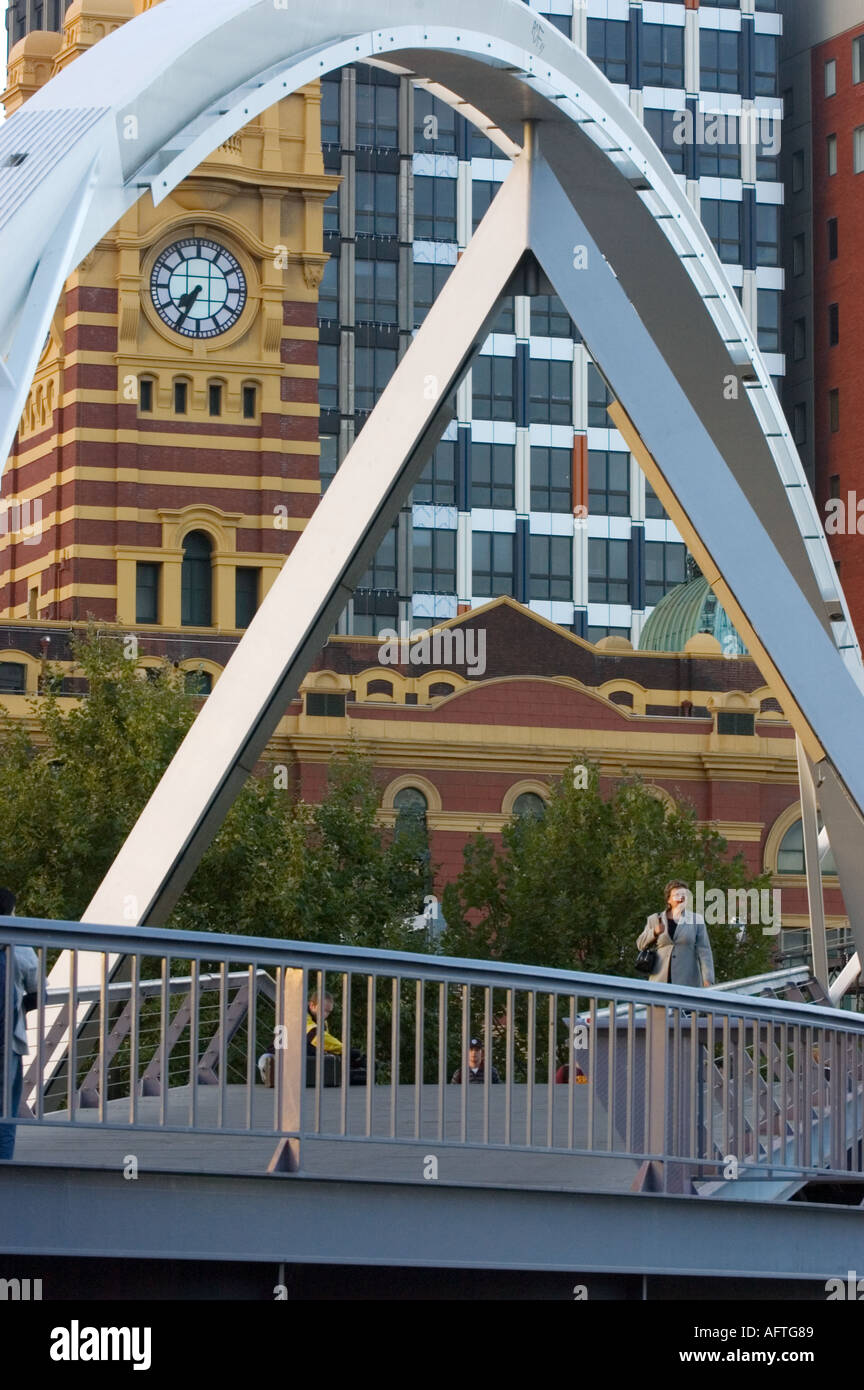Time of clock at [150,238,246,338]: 7:34
